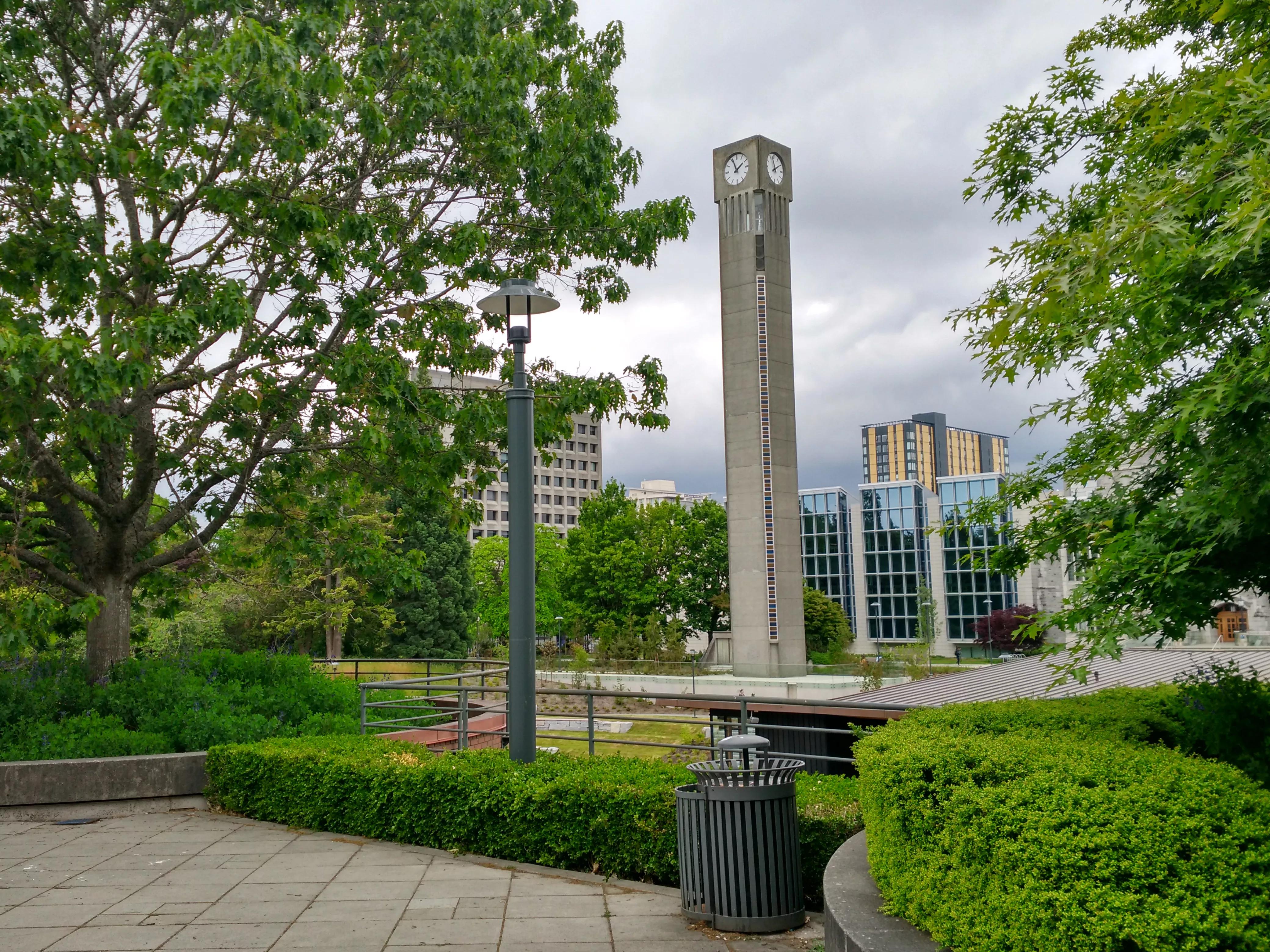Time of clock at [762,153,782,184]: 1:57
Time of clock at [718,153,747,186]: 1:56
